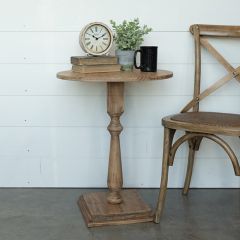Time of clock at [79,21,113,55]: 10:10
